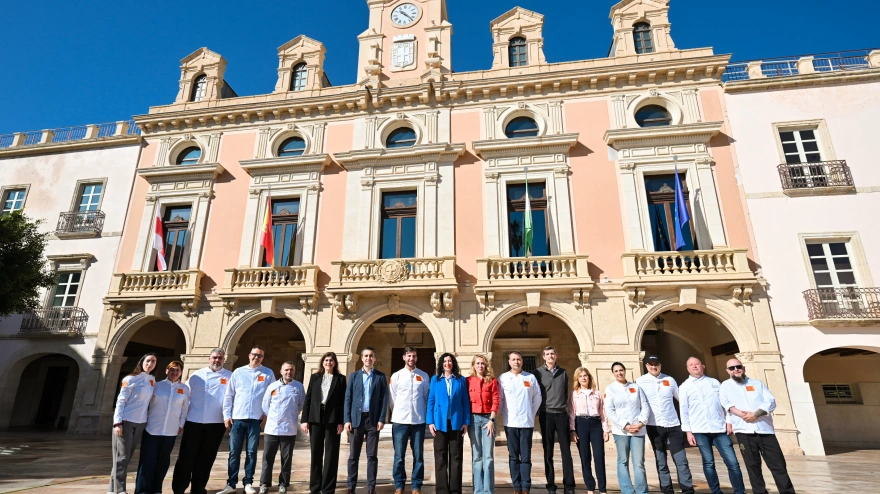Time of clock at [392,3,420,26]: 10:22
